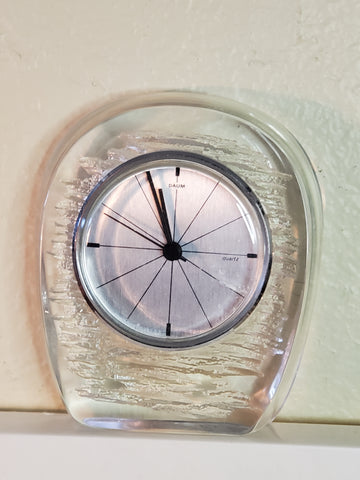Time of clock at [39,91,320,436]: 10:56
